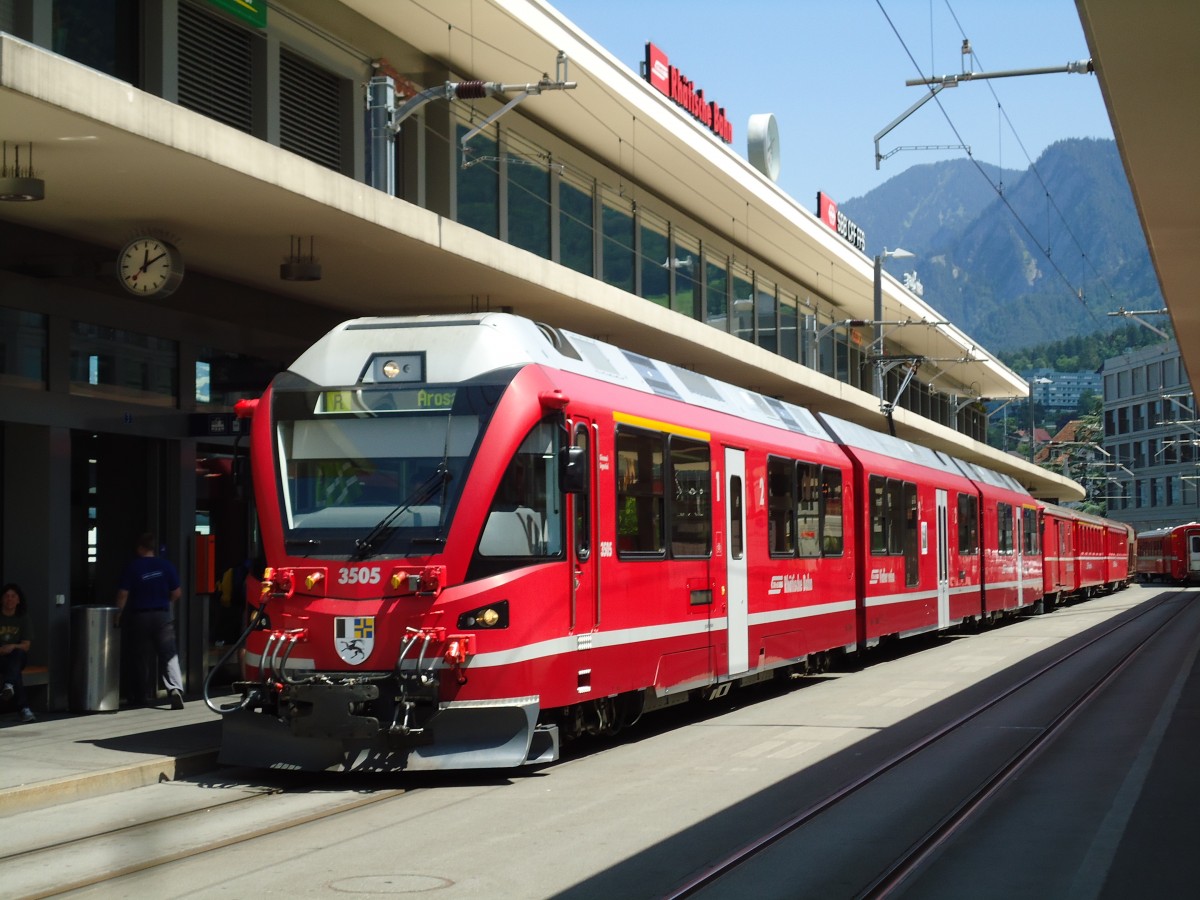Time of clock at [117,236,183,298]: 12:09
